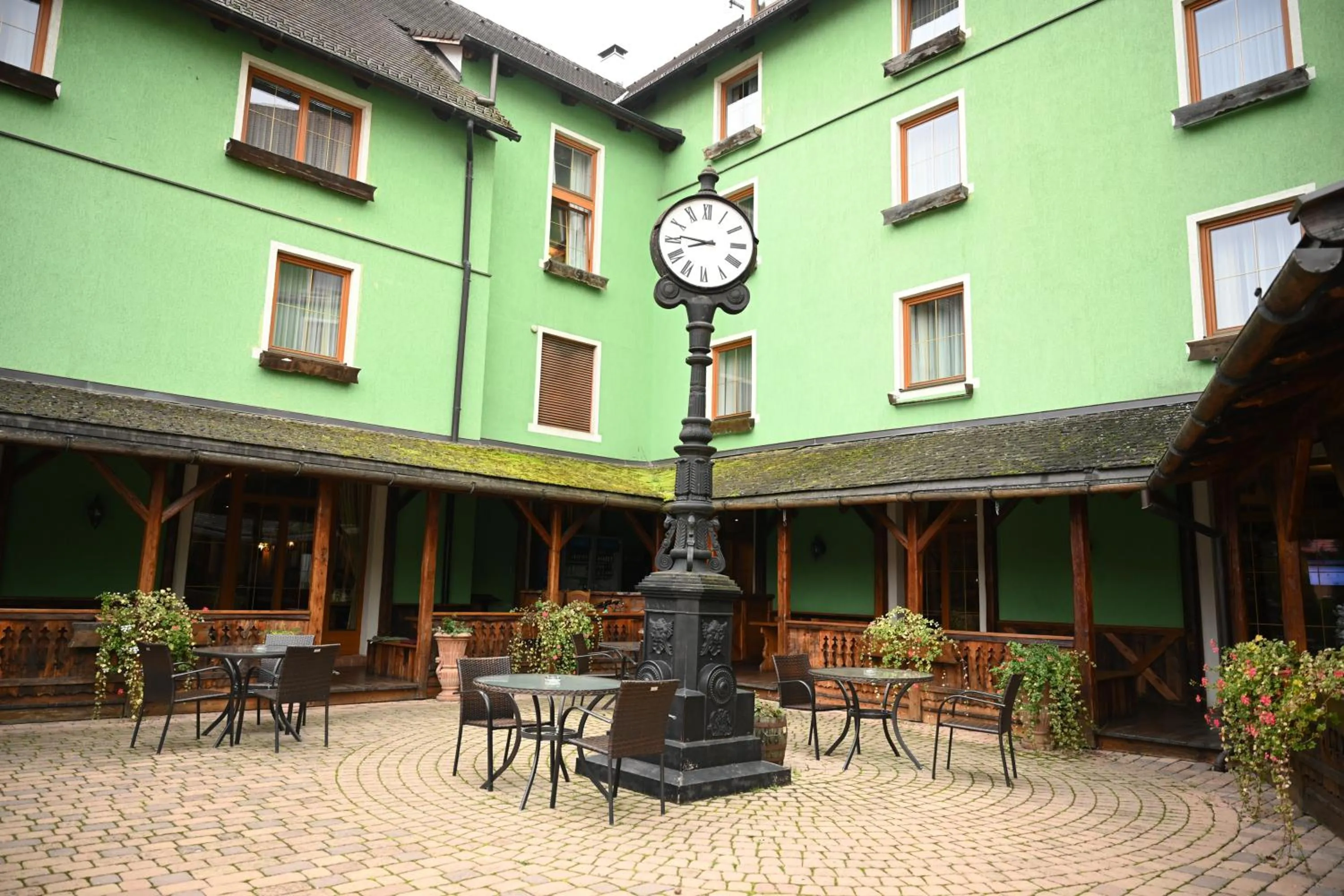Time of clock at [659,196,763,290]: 8:46
